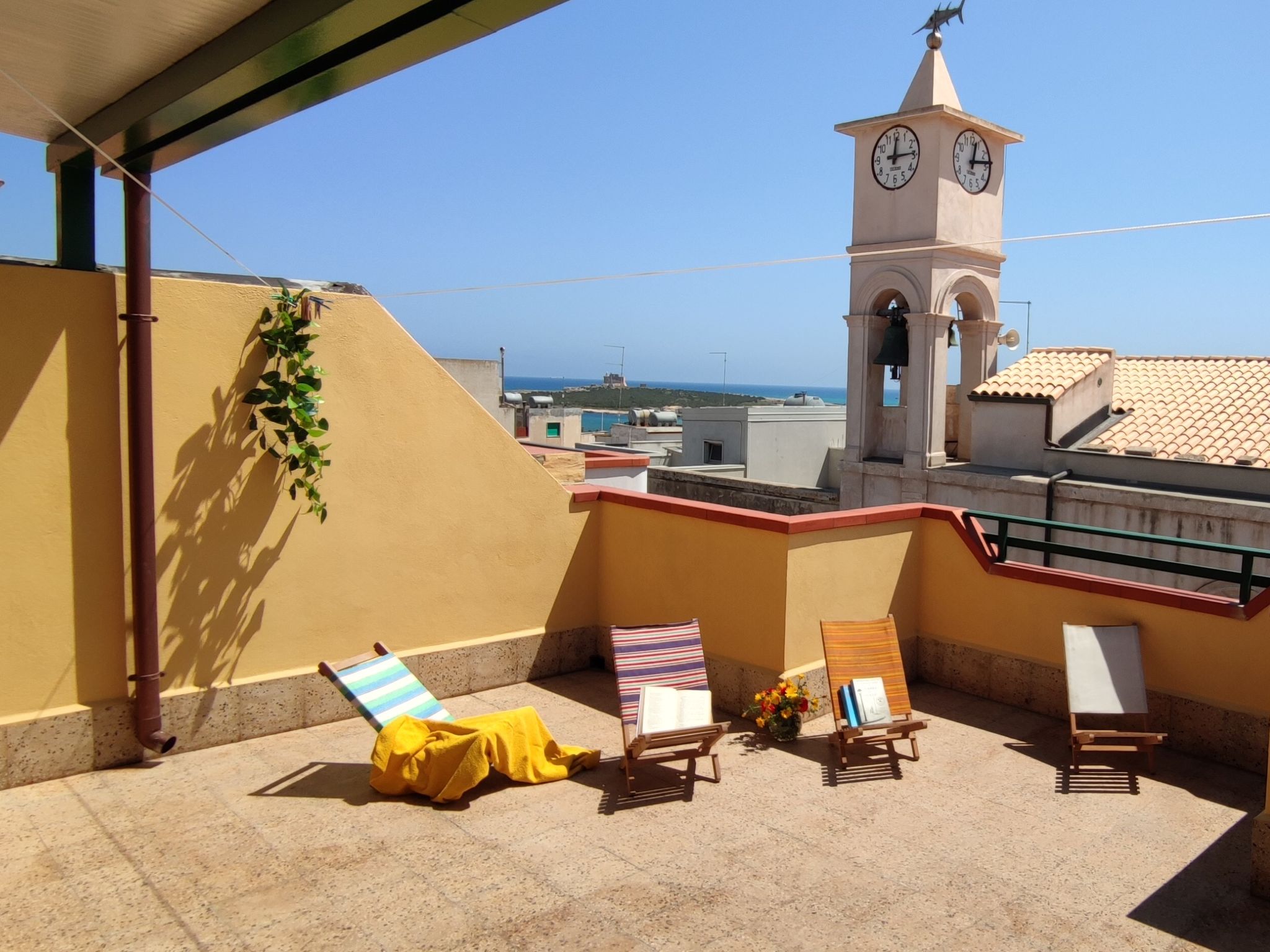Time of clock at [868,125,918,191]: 12:14
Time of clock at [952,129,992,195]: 12:13
